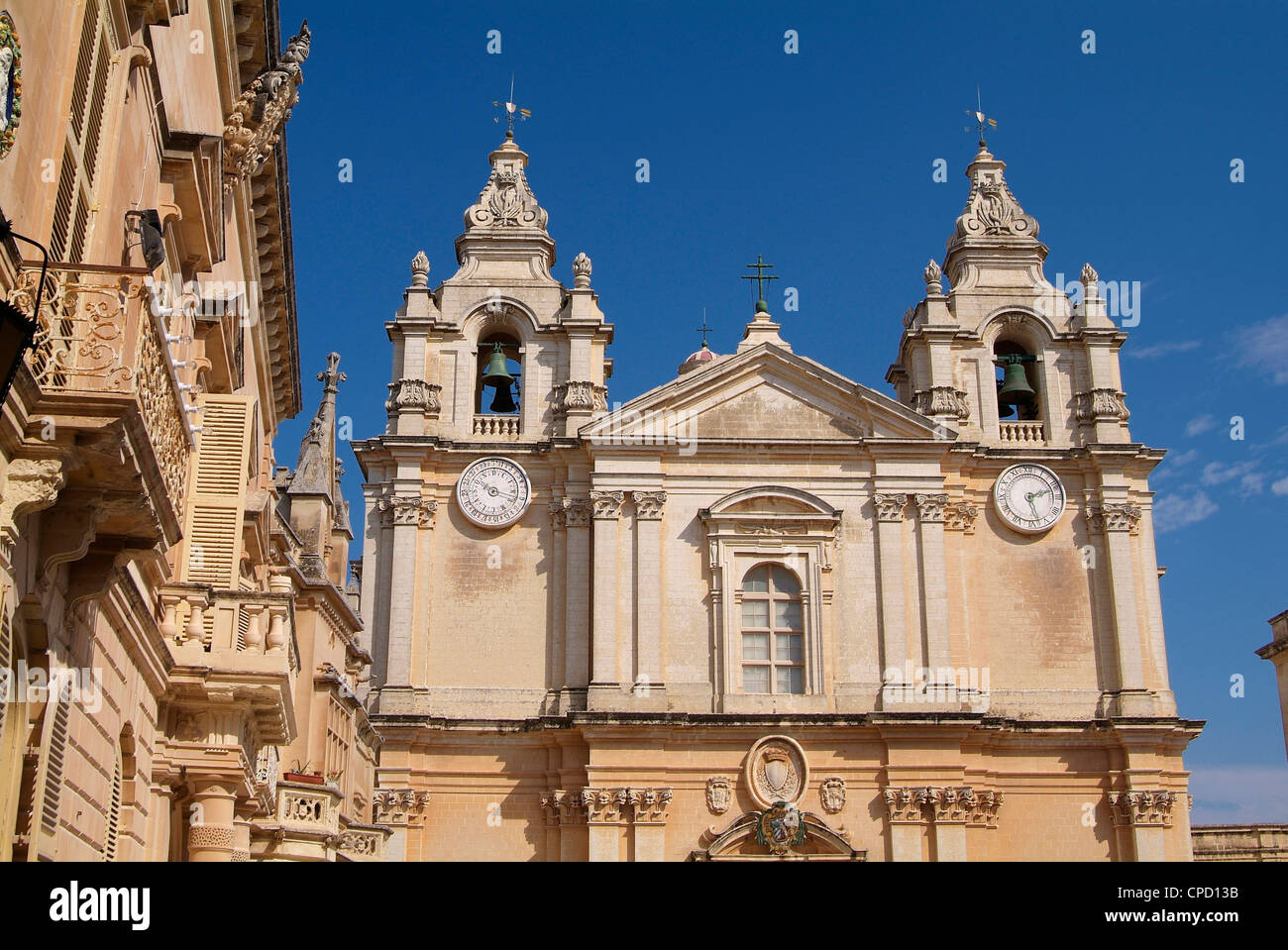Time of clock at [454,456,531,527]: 10:17
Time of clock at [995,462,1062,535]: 2:11
